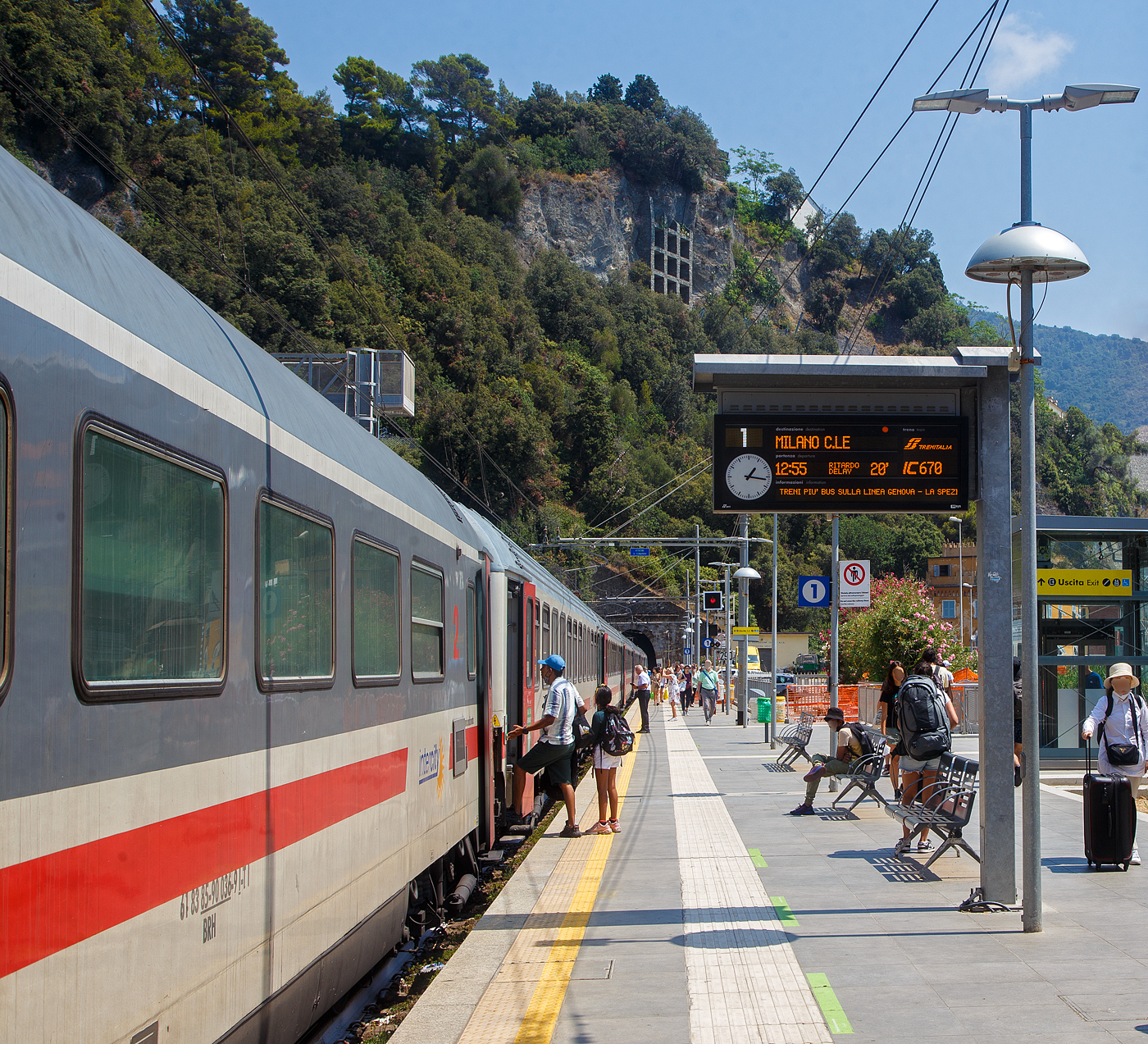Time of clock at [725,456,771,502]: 1:16
